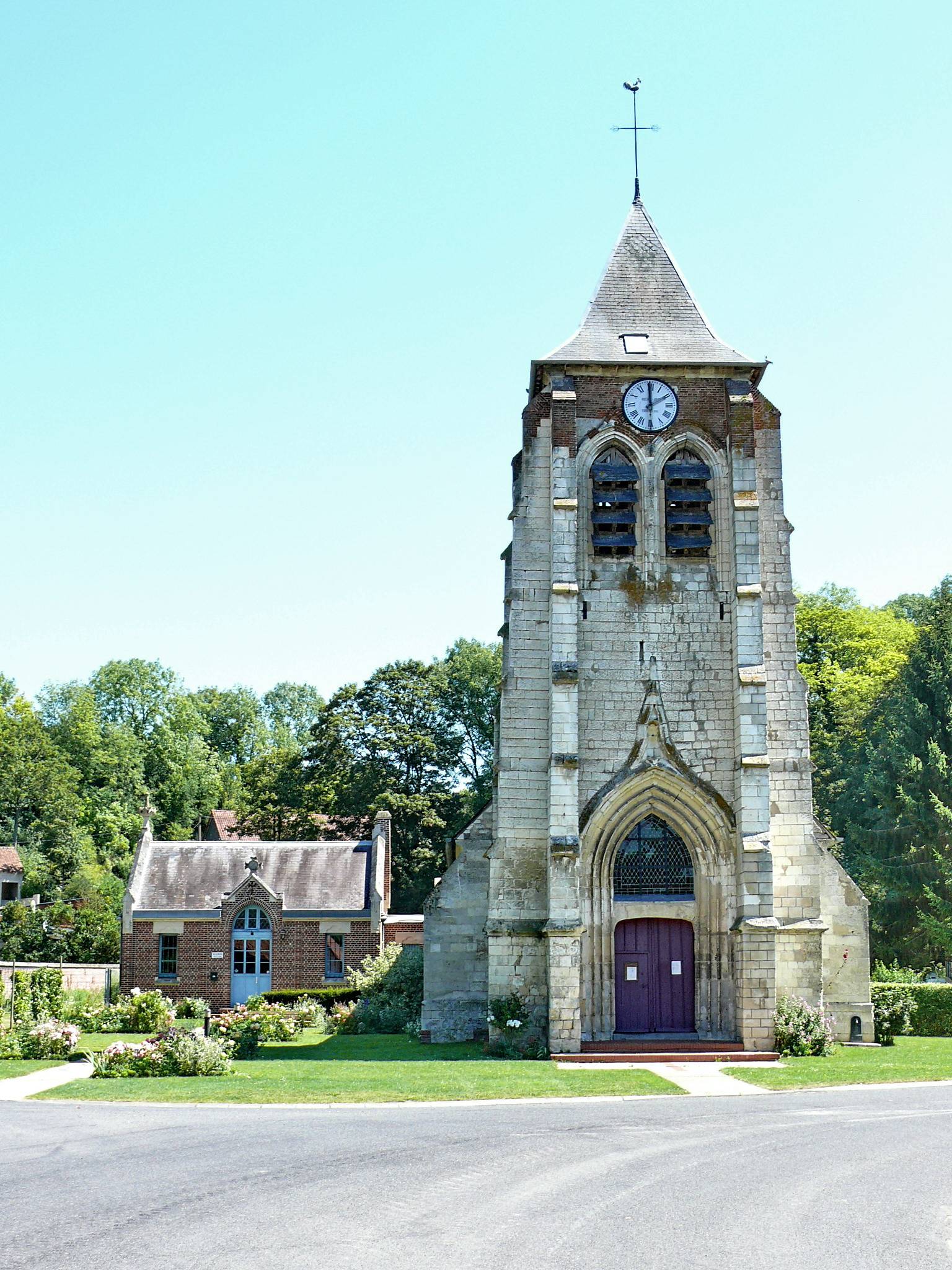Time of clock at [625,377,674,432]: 1:59
